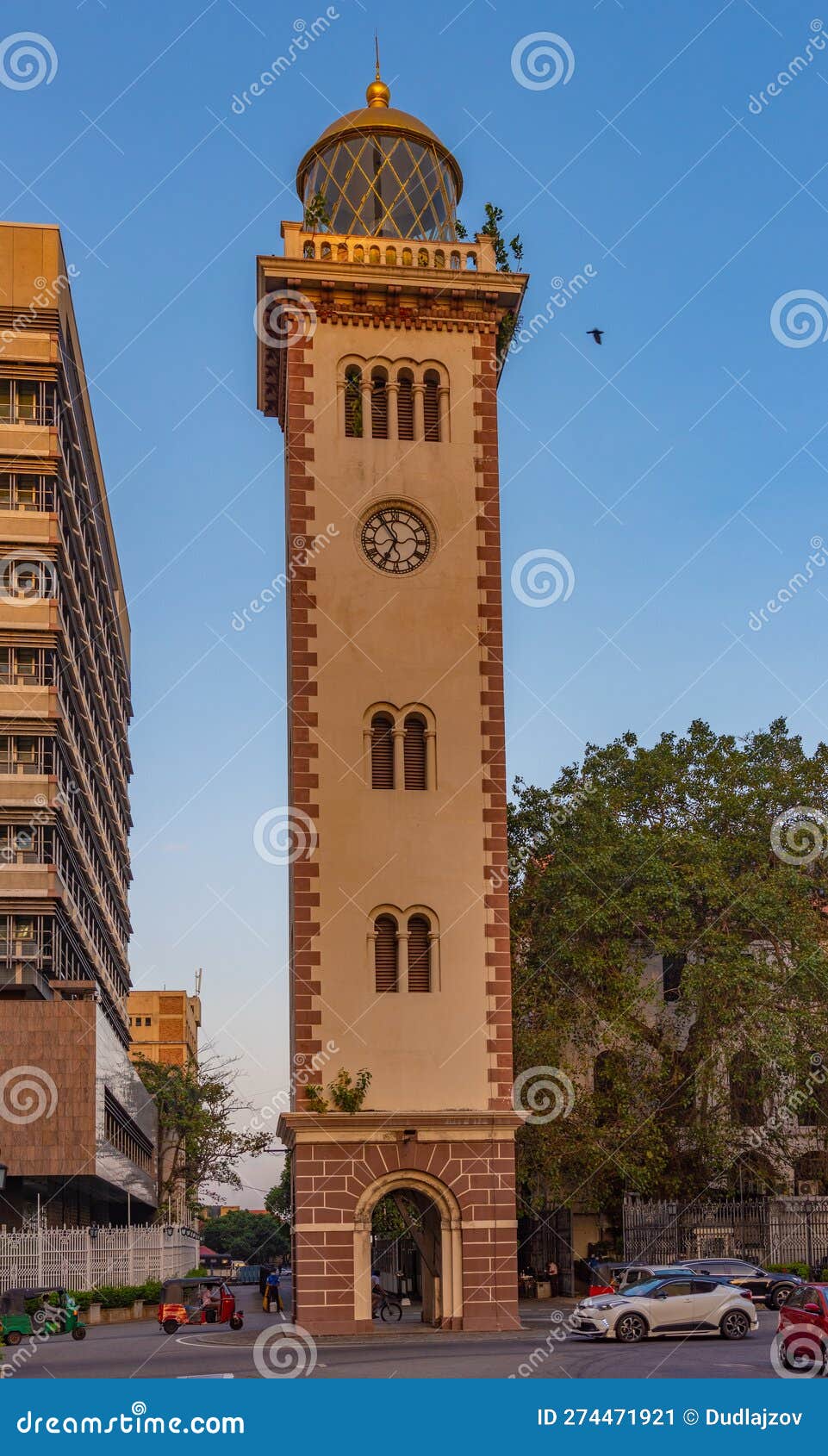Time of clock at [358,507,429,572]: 6:54
